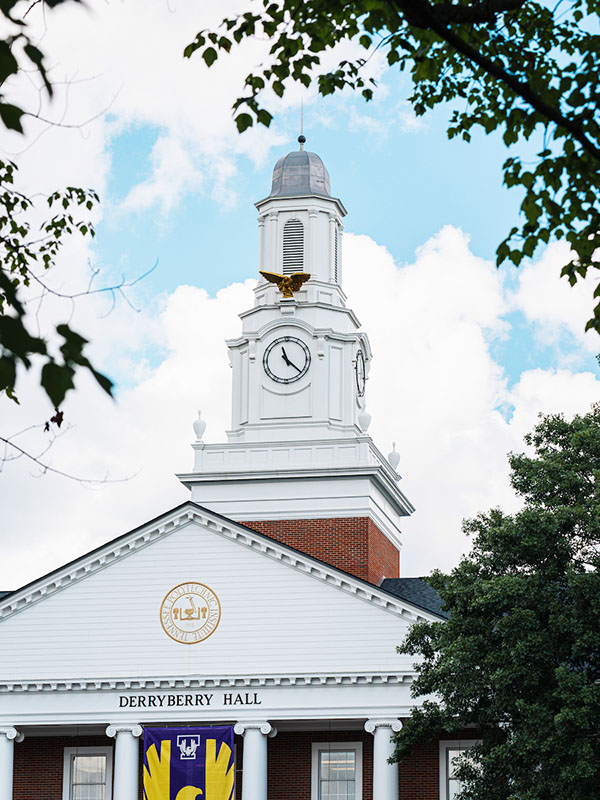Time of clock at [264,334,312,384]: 11:21
